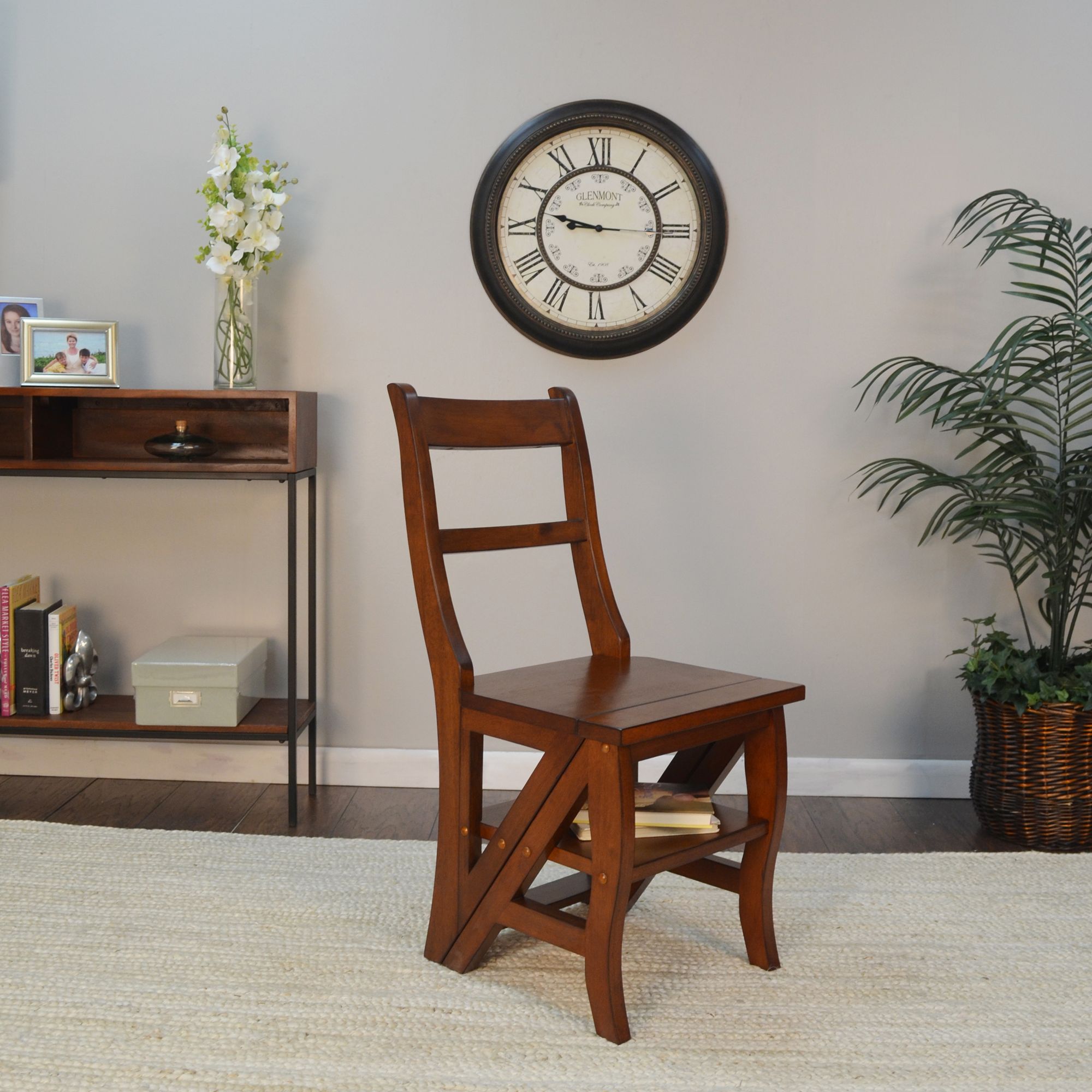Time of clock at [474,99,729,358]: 9:15
